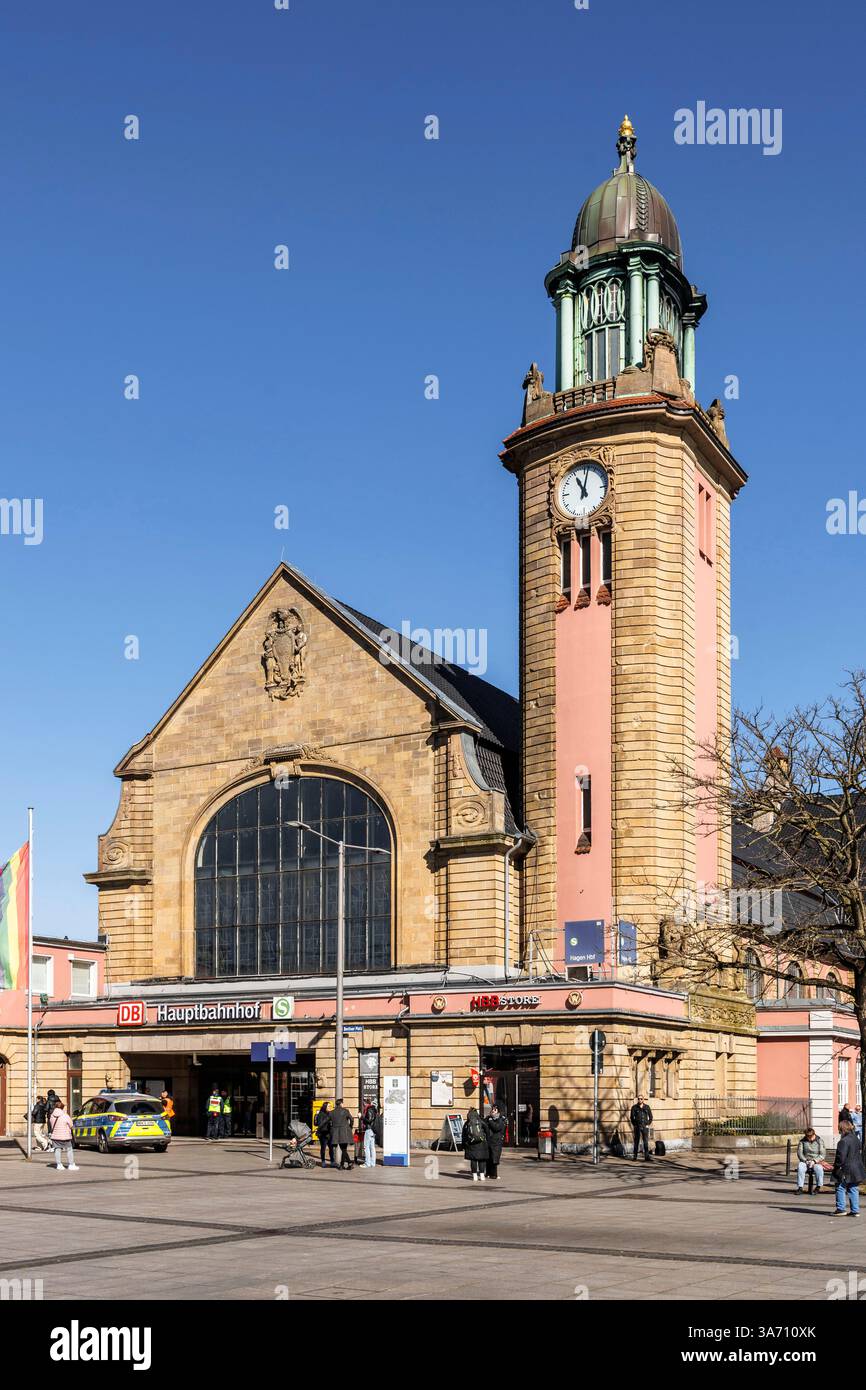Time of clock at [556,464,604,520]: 11:02
